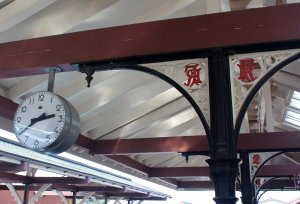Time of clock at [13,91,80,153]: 2:38
